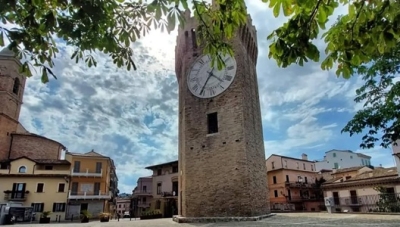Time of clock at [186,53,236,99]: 4:35
